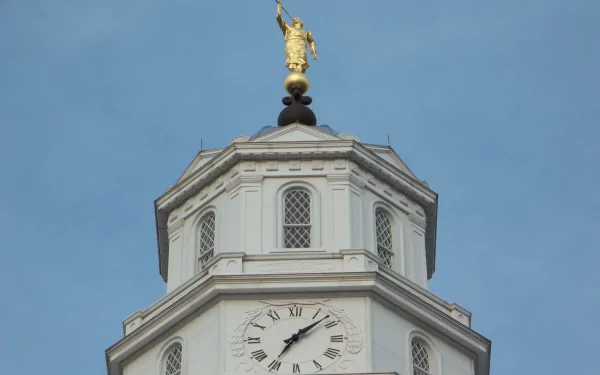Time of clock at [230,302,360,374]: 7:07
